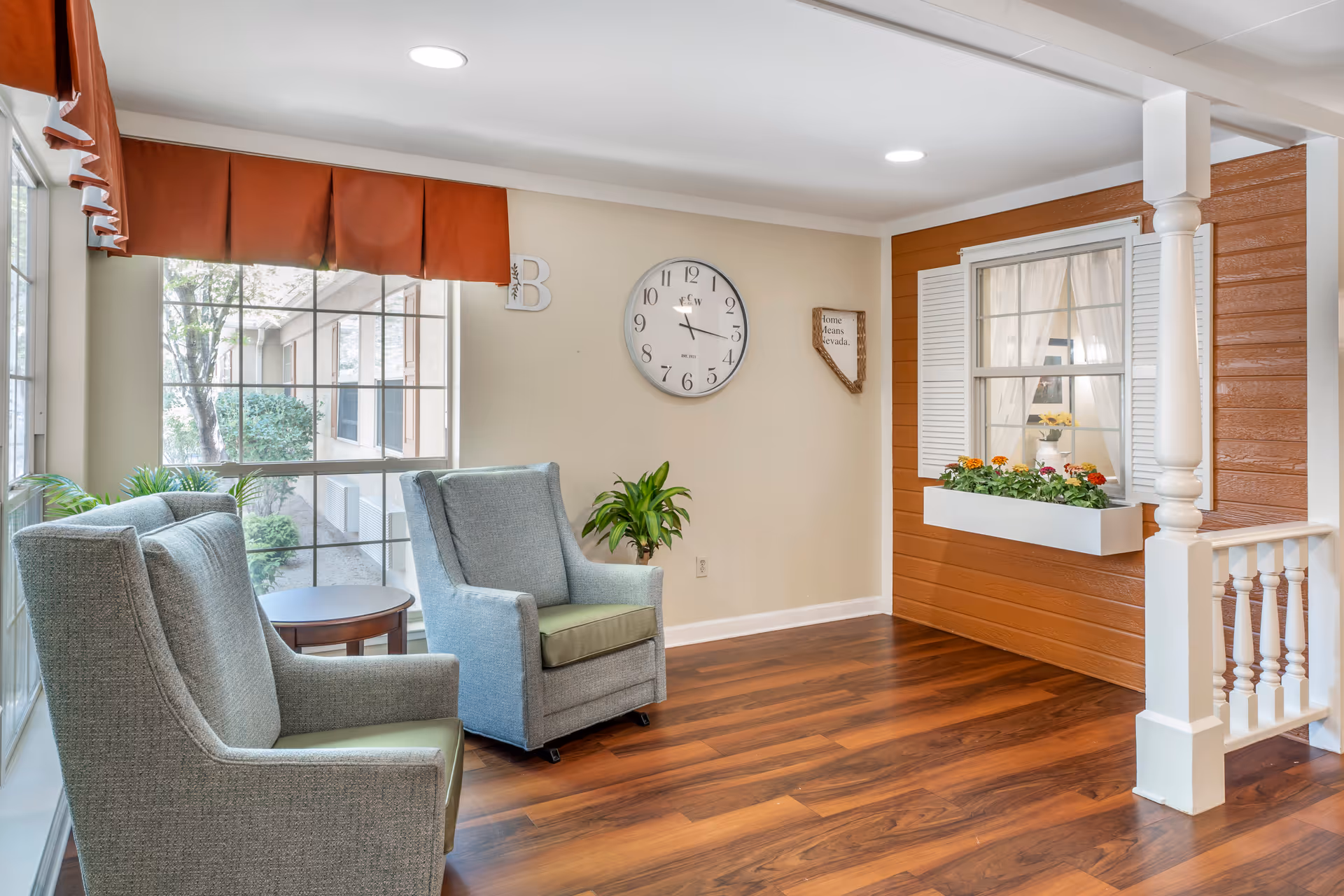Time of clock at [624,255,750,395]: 11:16
